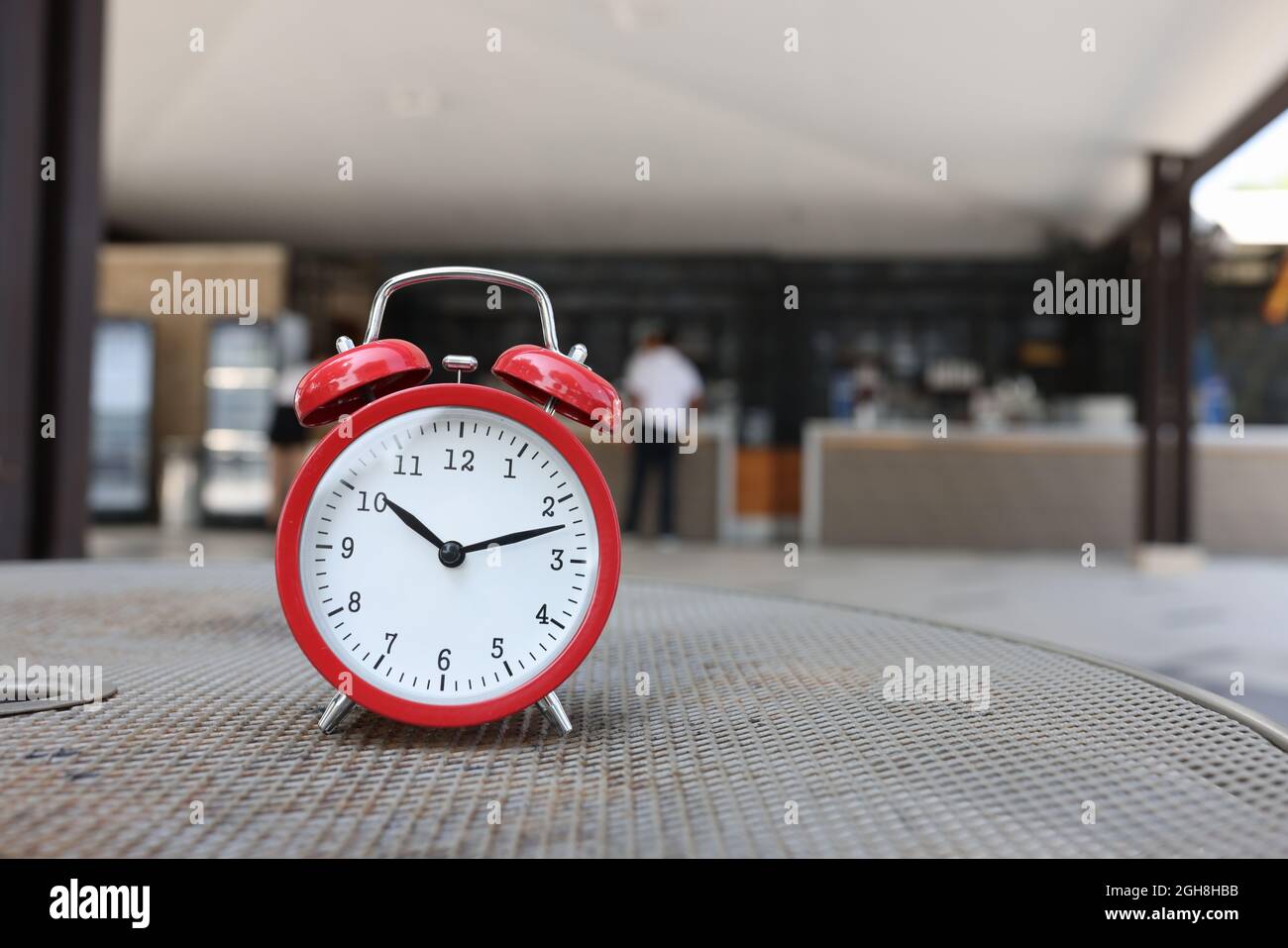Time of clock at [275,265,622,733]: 10:12
